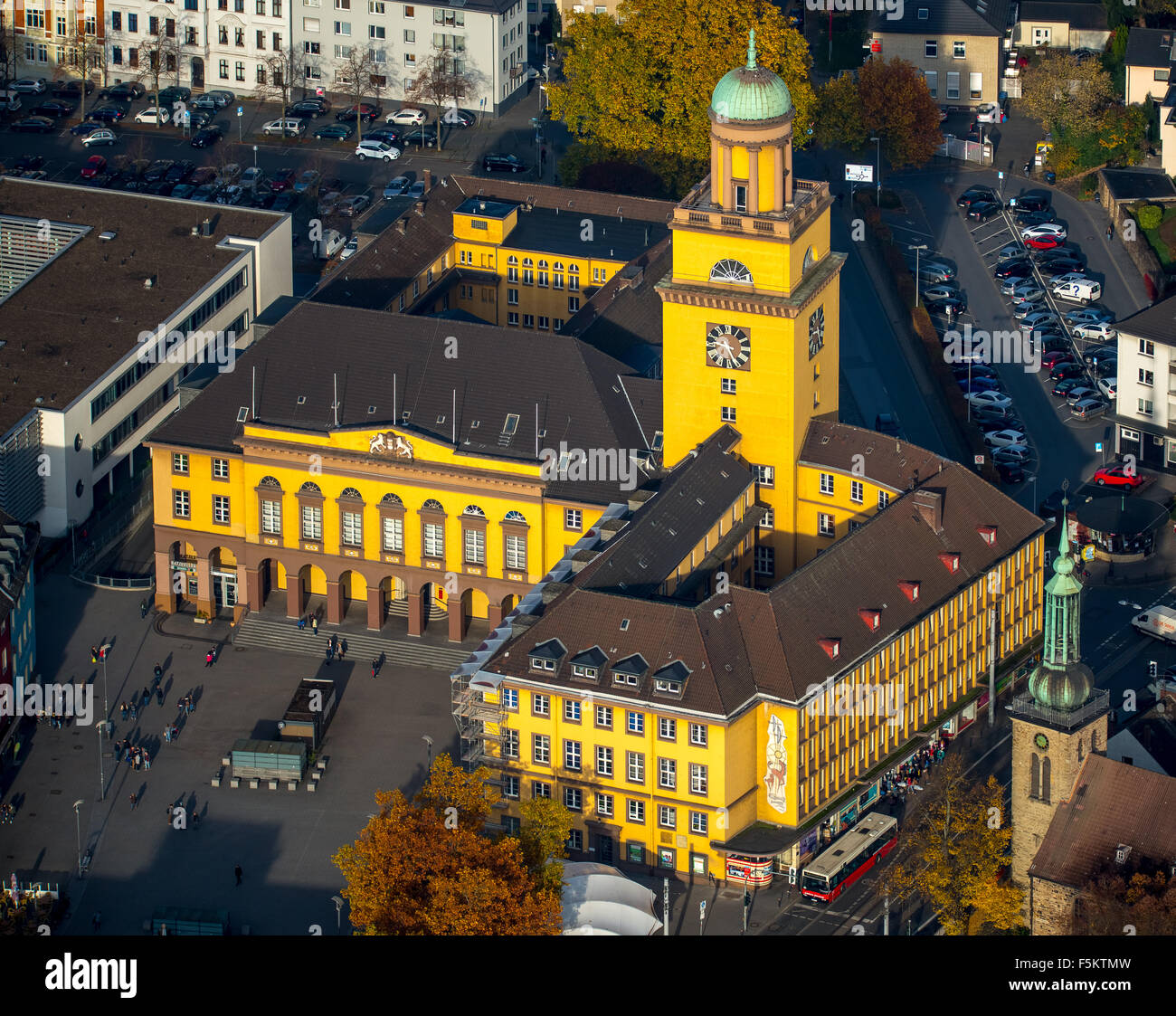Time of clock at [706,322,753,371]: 9:25
